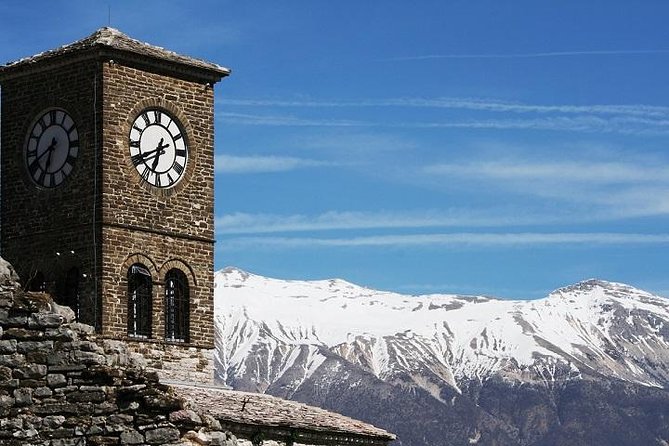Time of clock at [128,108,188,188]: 6:40
